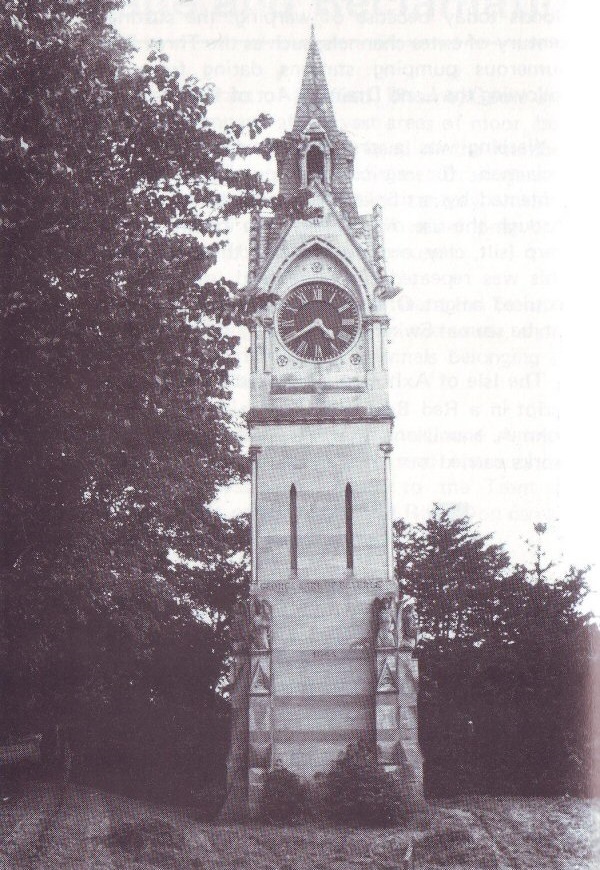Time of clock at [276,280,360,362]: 4:39
